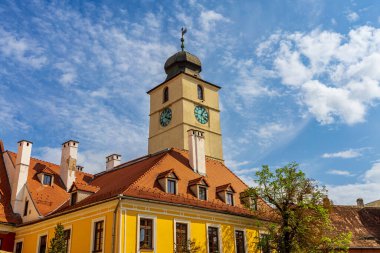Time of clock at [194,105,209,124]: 4:04
